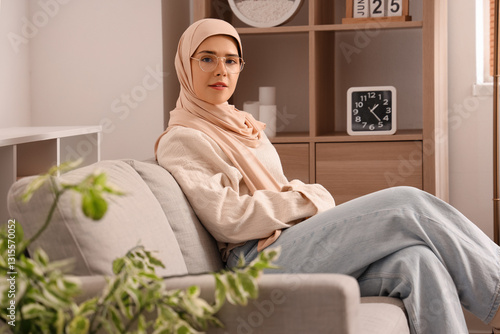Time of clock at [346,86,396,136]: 1:23
